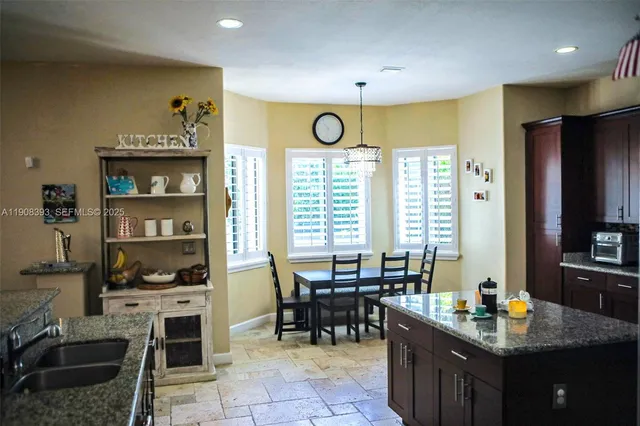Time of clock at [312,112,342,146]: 10:32
